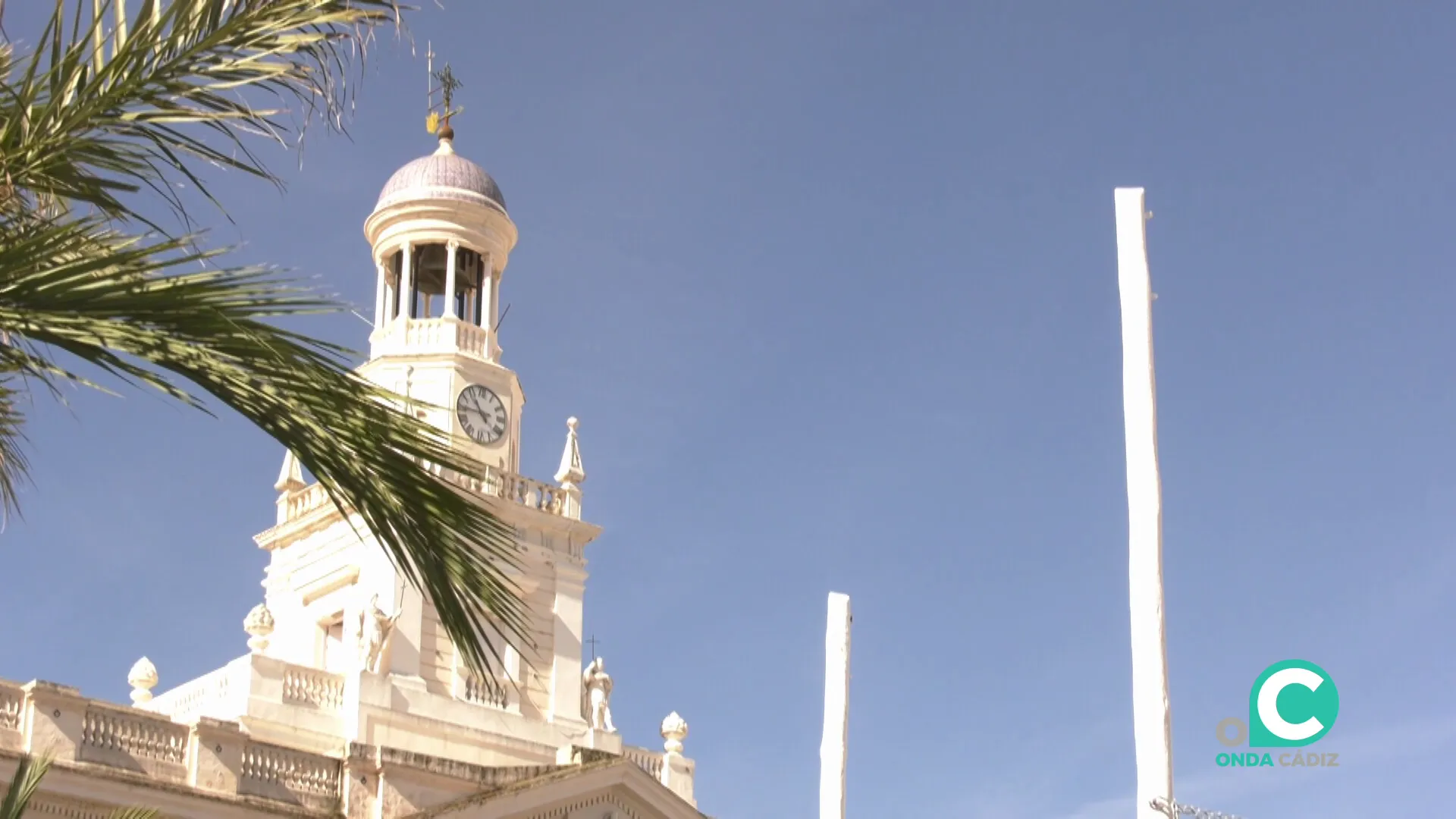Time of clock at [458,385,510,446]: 10:44
